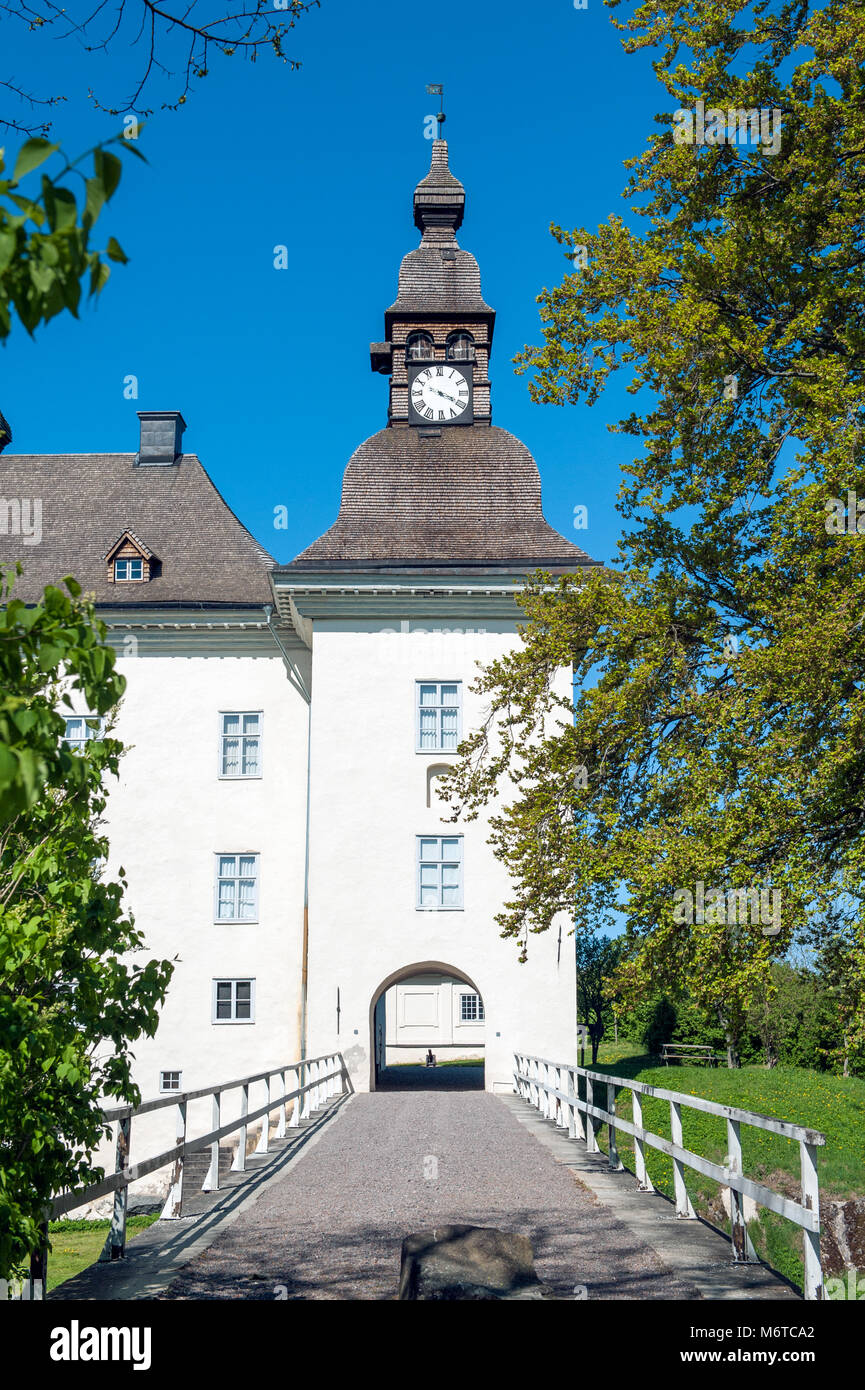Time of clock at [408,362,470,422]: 3:48
